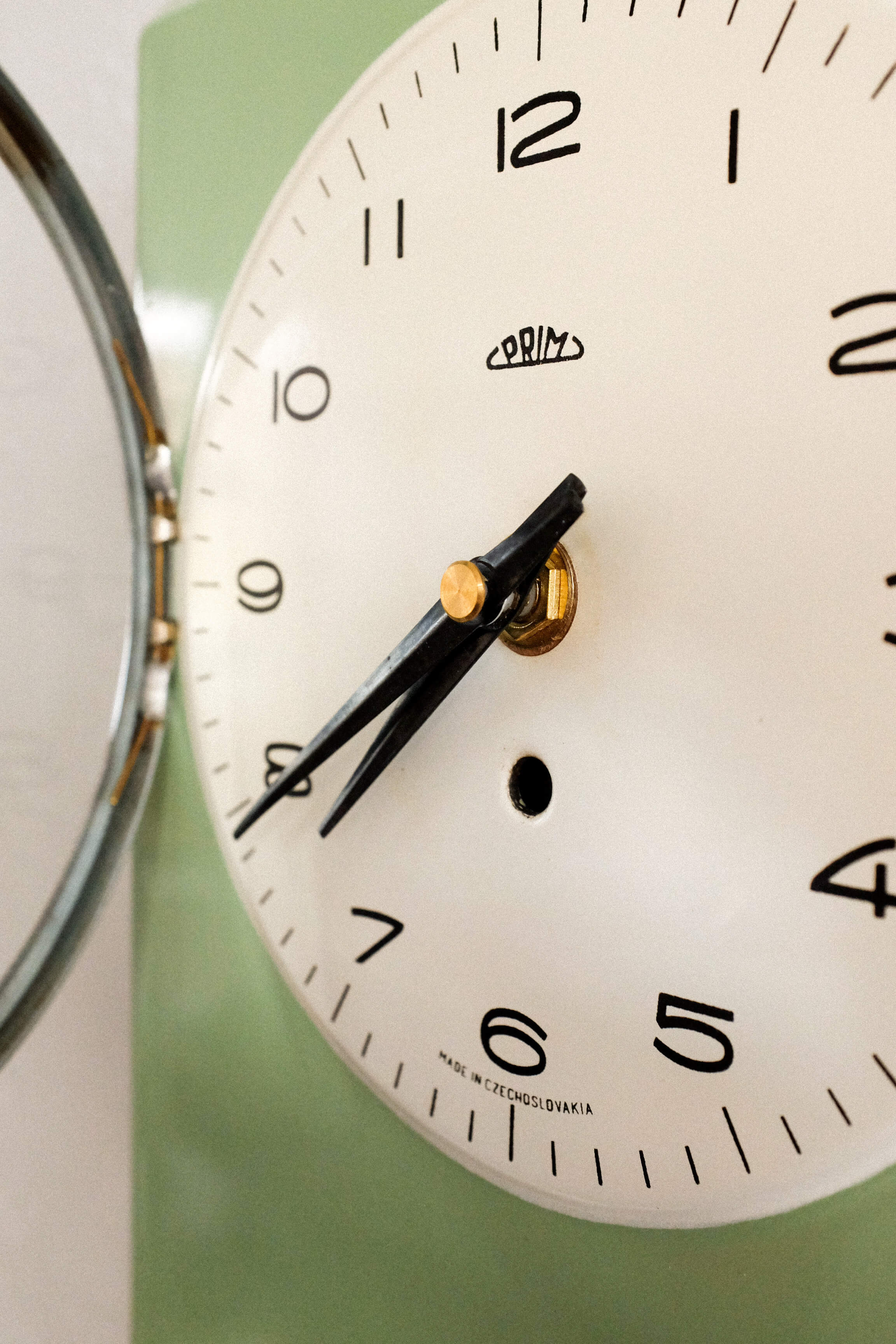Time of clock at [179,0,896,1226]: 7:39
